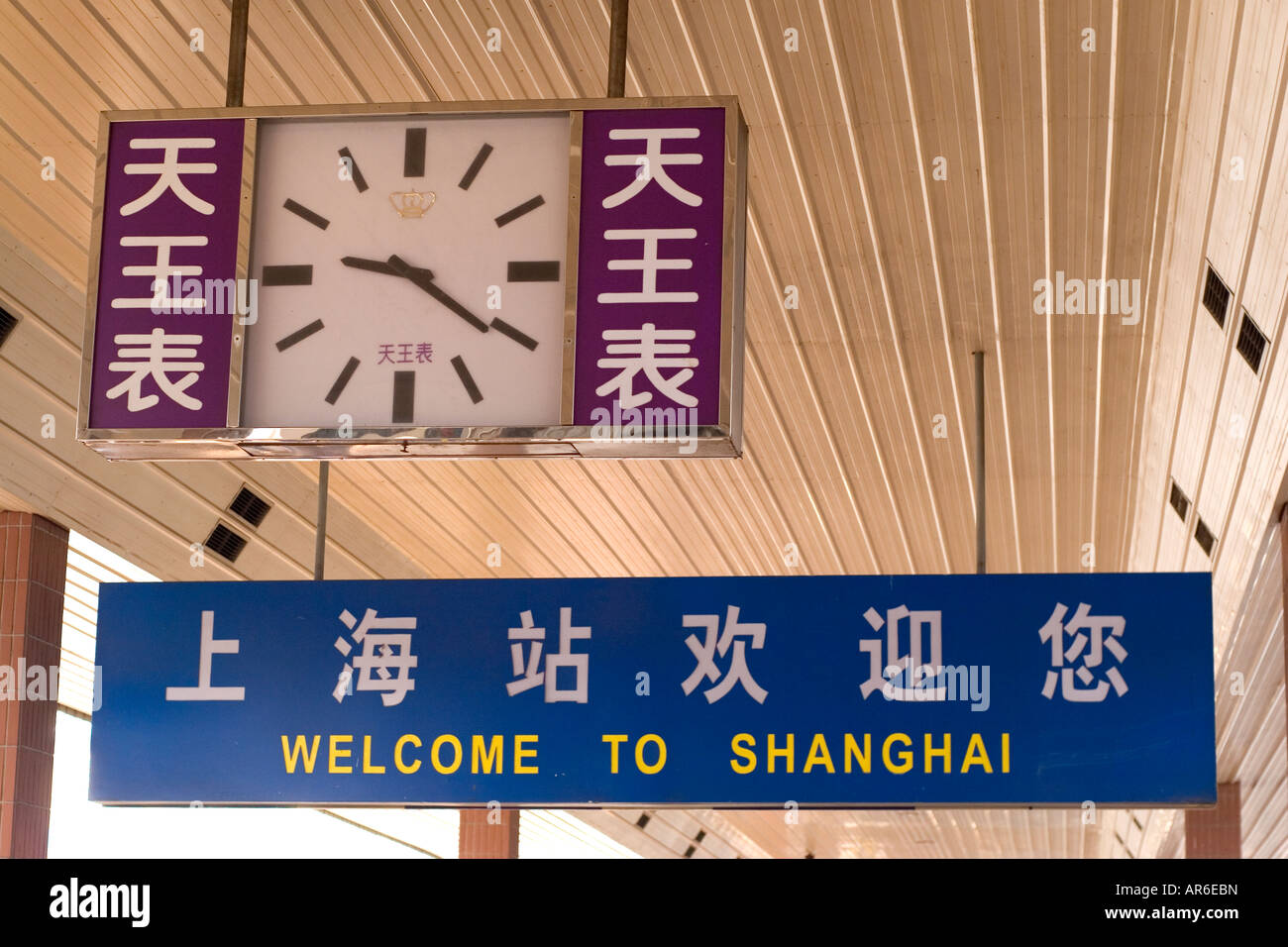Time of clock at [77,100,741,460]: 9:20
